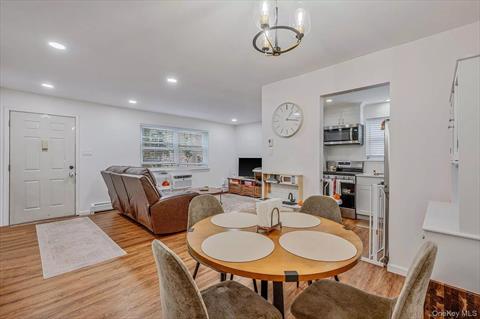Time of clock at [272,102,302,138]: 1:16
